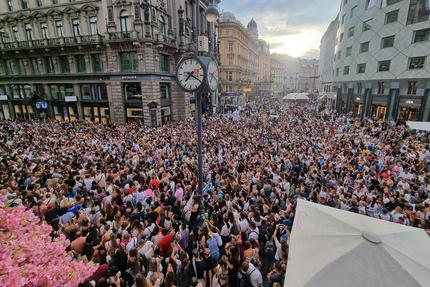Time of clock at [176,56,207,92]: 7:18
